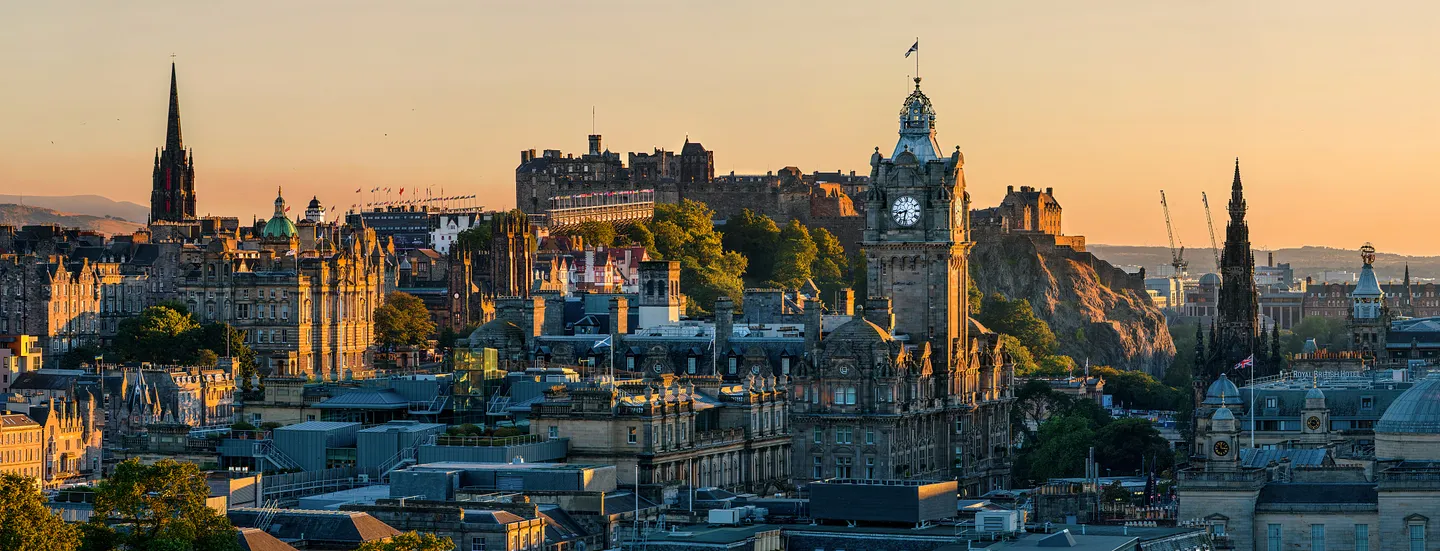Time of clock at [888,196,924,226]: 8:32
